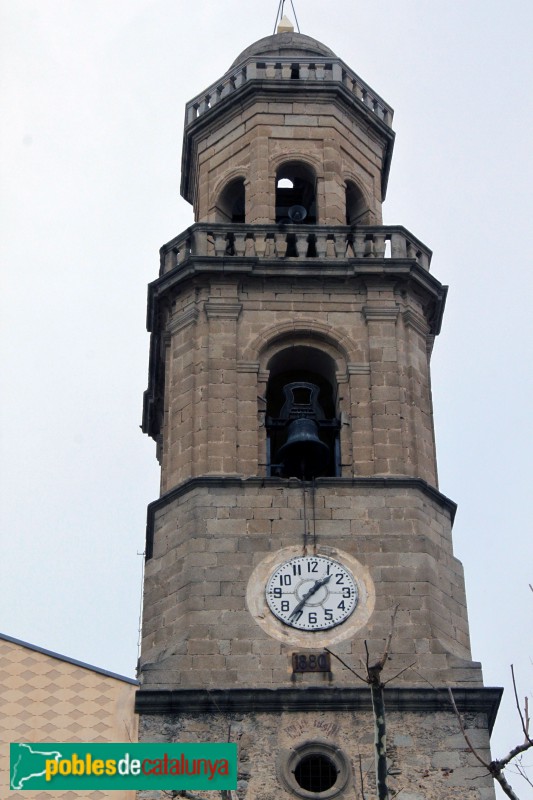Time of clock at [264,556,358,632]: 1:35
